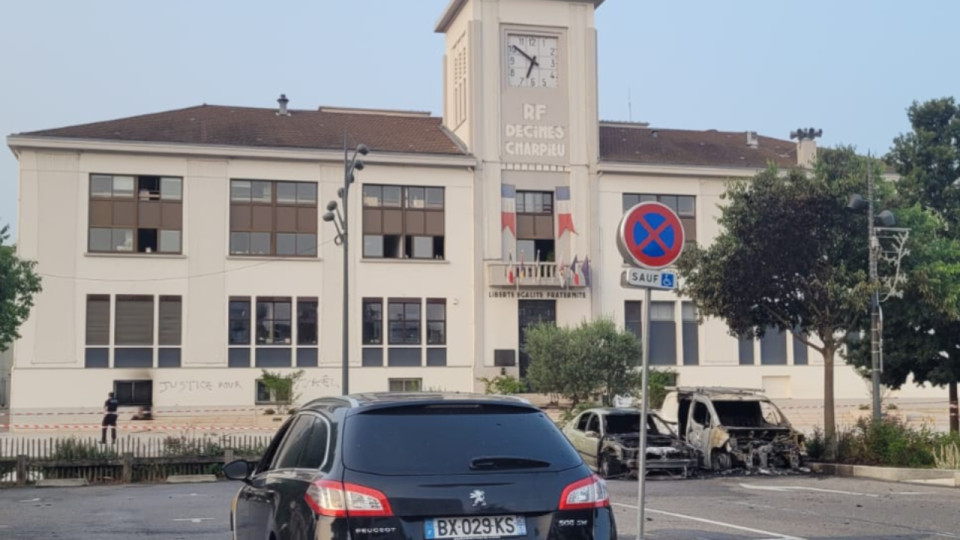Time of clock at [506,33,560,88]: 6:50
